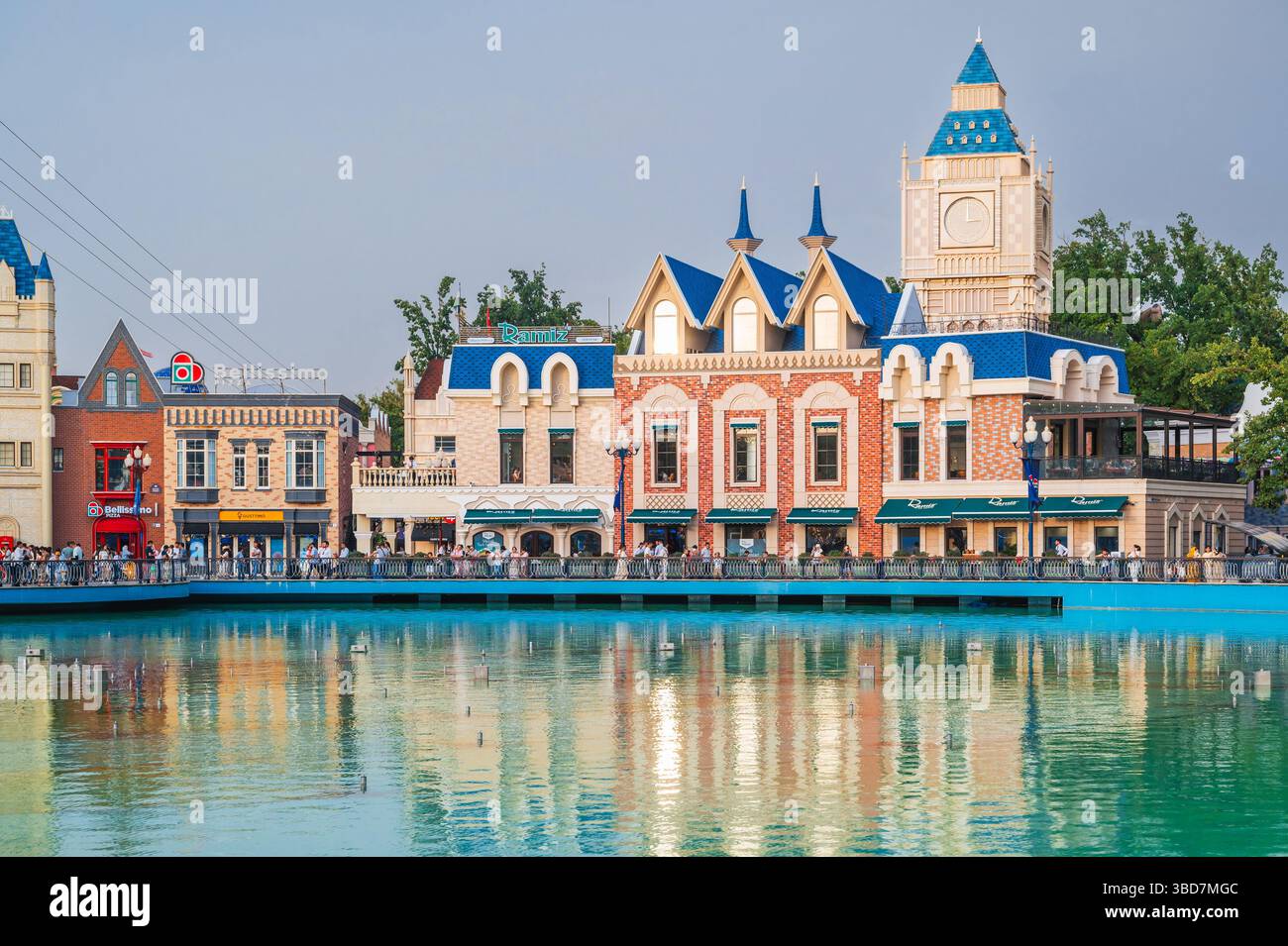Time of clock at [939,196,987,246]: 3:00
